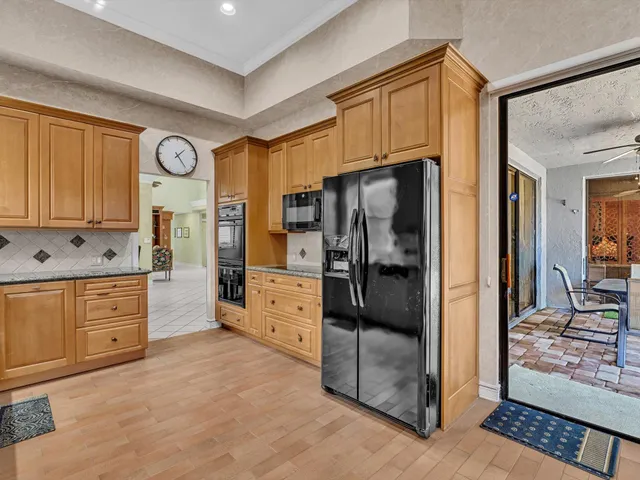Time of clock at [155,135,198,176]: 1:24
